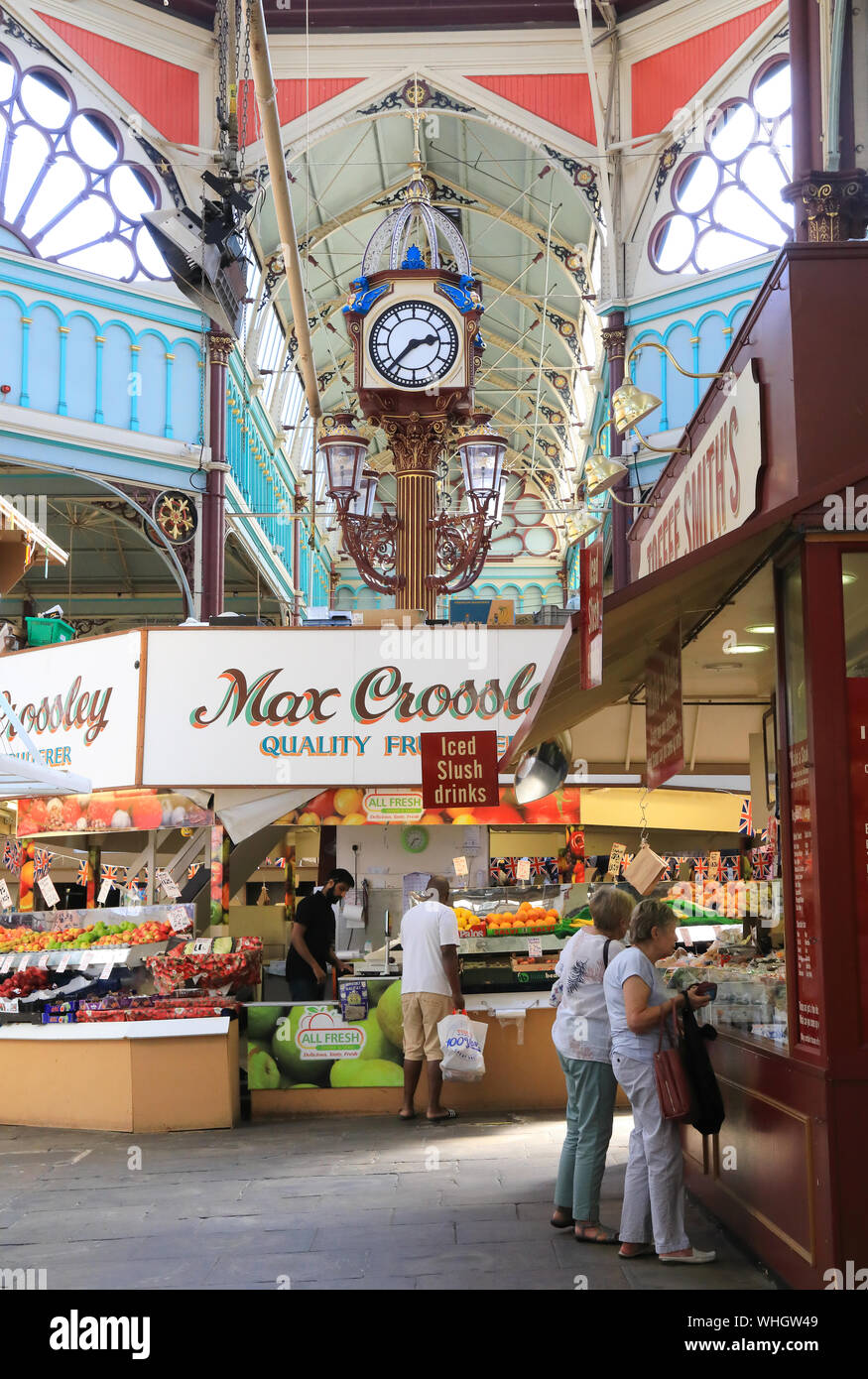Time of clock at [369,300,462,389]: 2:37
